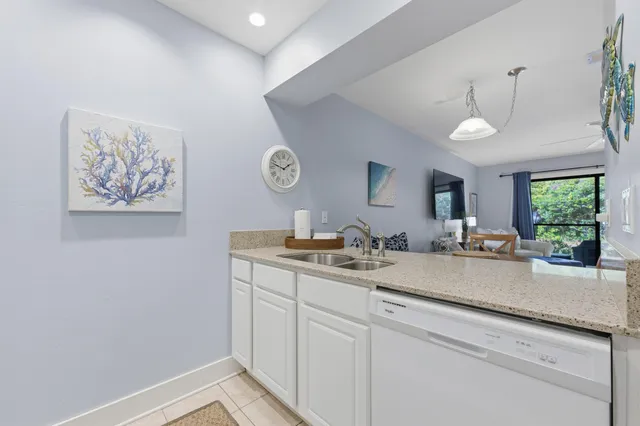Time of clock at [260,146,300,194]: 1:47
